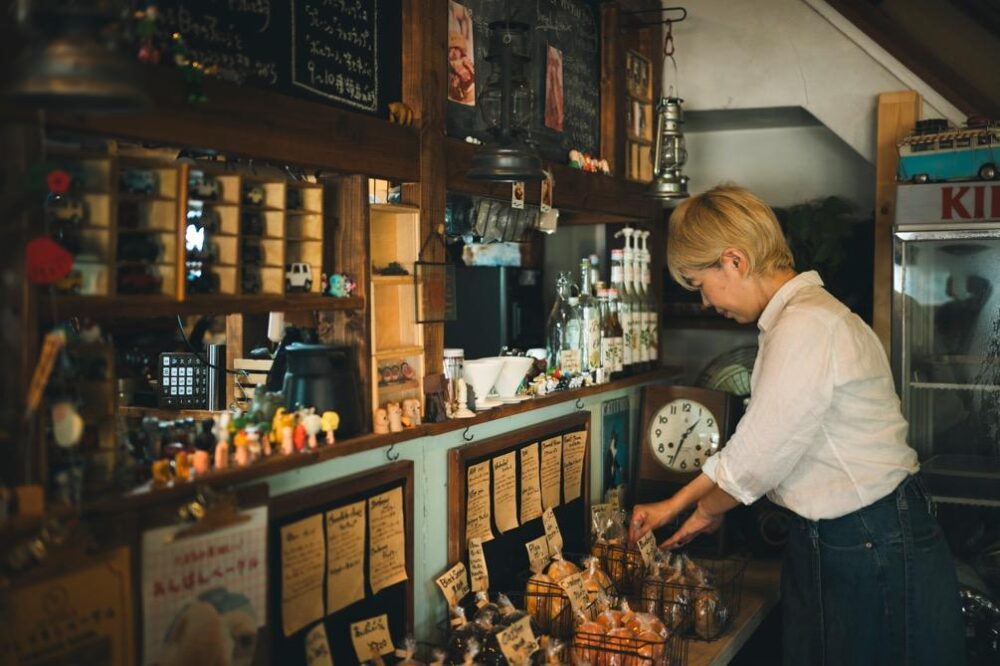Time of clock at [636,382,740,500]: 1:33
